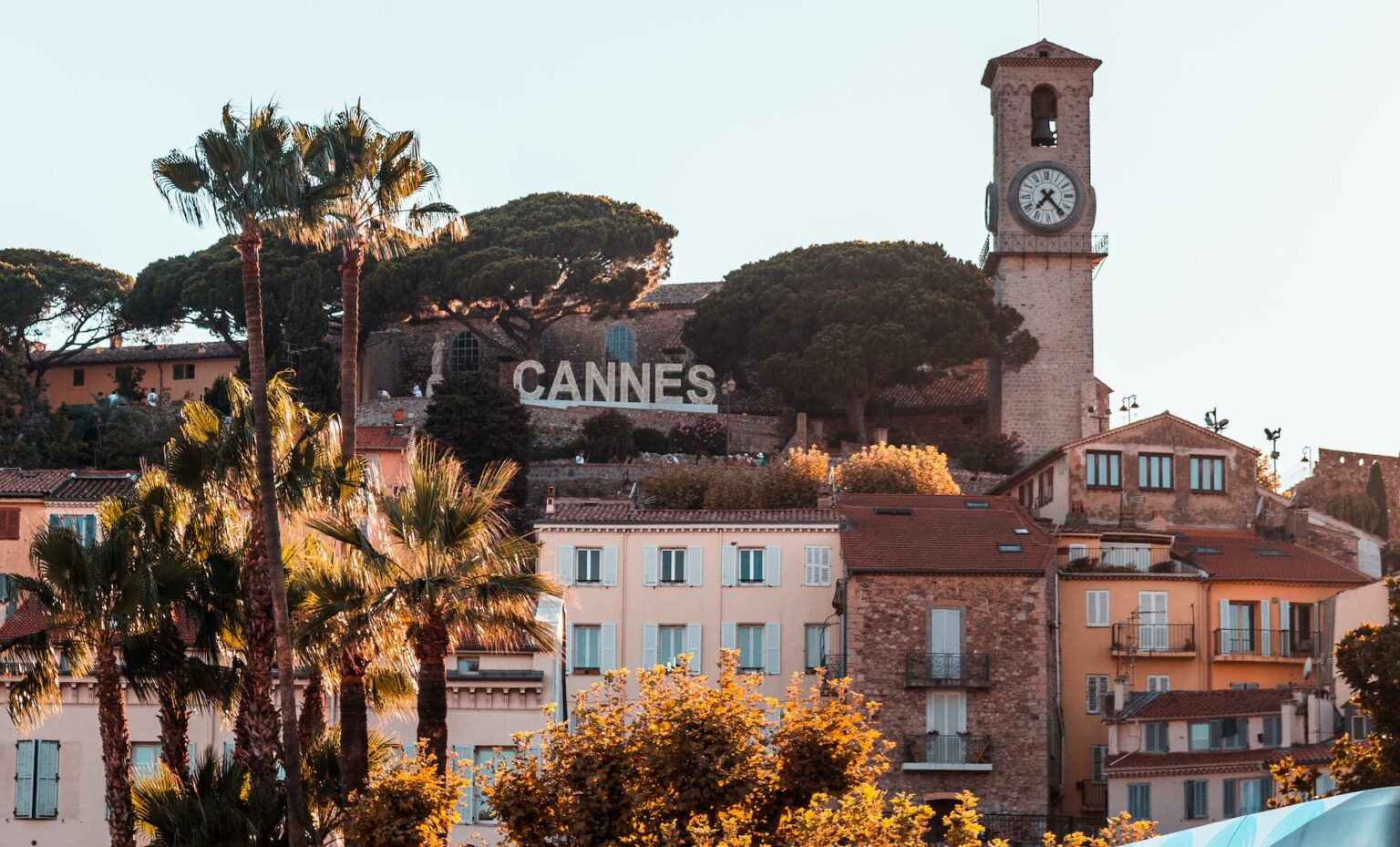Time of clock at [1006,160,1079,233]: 7:23
